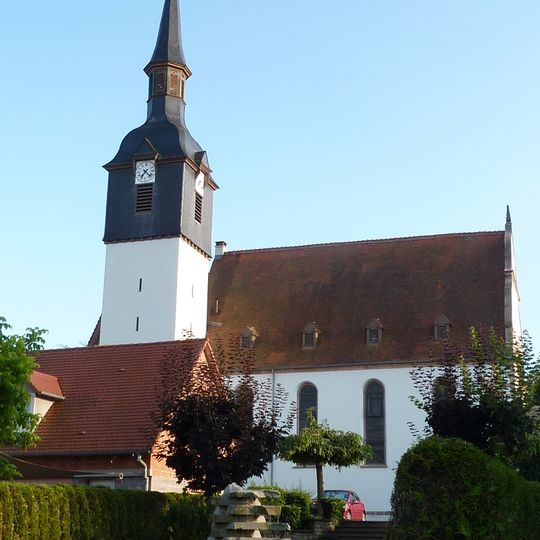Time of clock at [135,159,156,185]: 7:22
